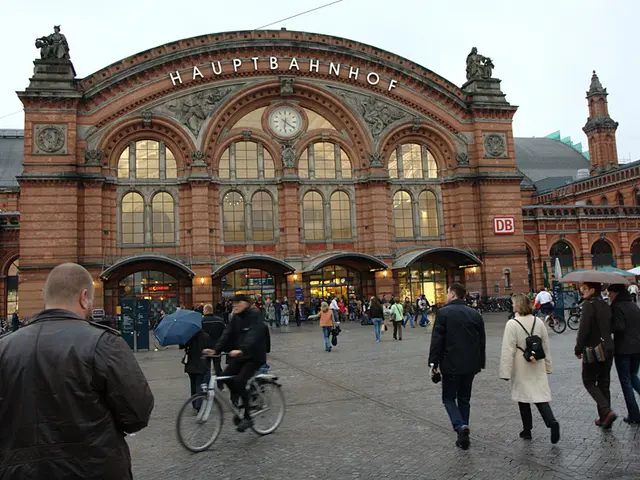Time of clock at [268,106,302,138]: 6:20
